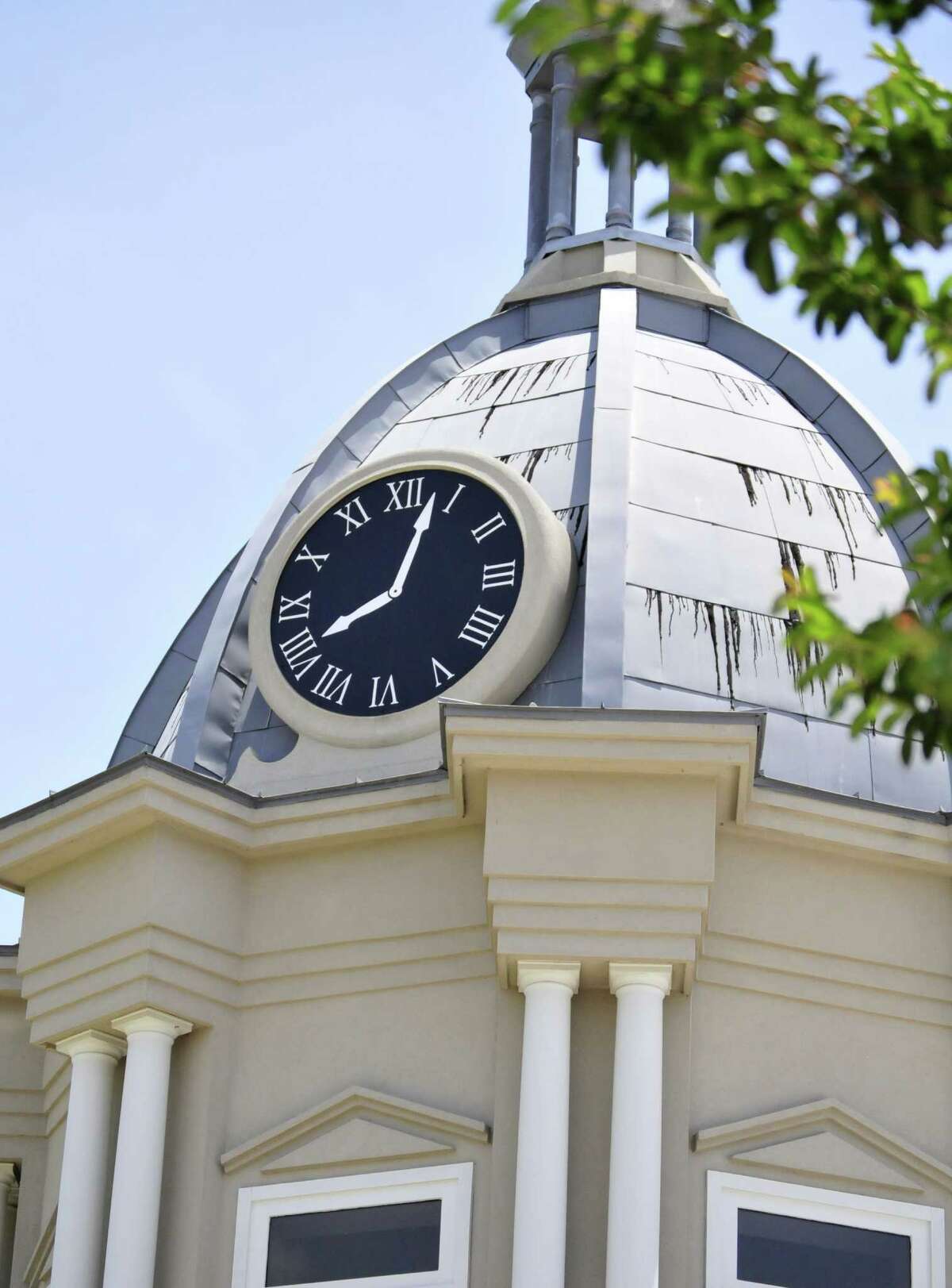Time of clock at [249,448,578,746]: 8:03
